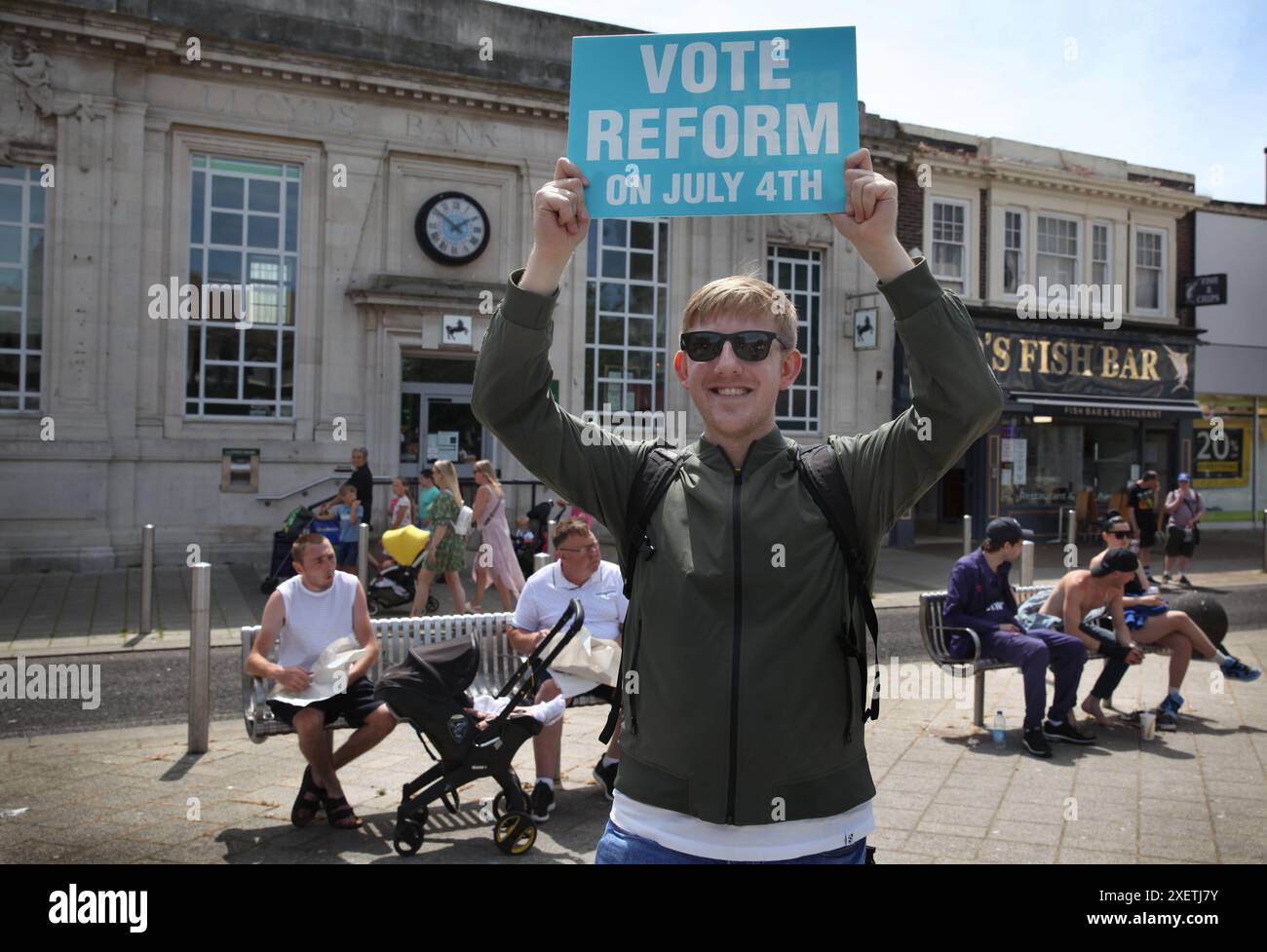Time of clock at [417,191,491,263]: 1:51
